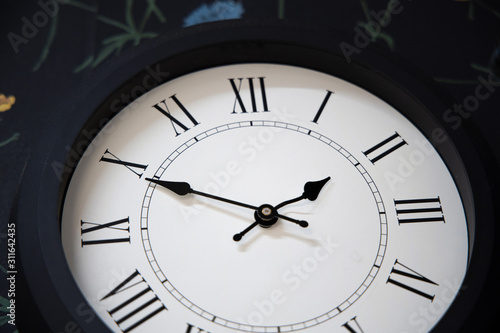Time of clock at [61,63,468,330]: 1:49
